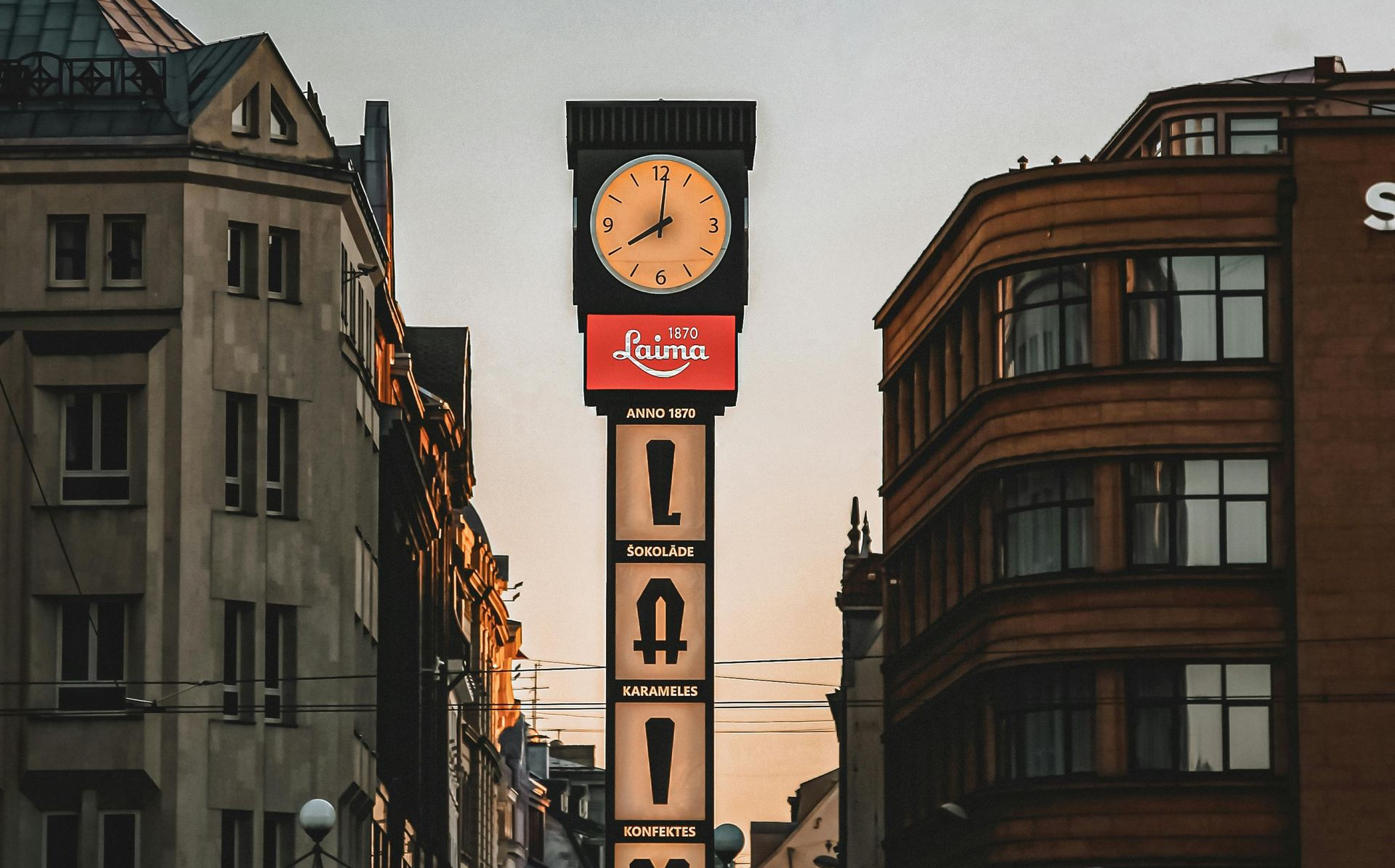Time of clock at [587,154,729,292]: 8:01
